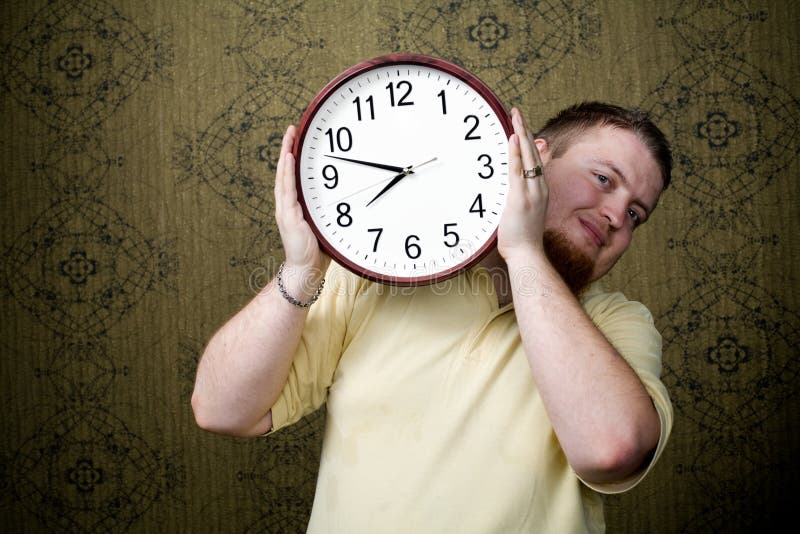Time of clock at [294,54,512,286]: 7:47
